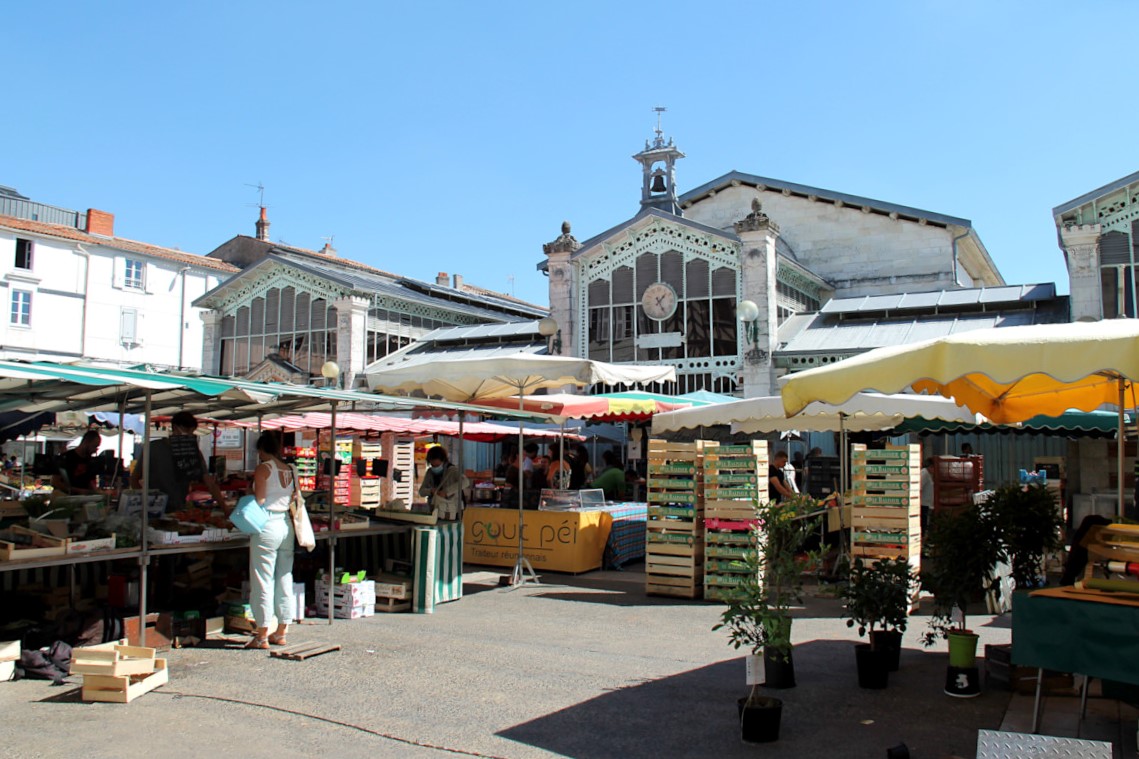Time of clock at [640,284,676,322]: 1:24
